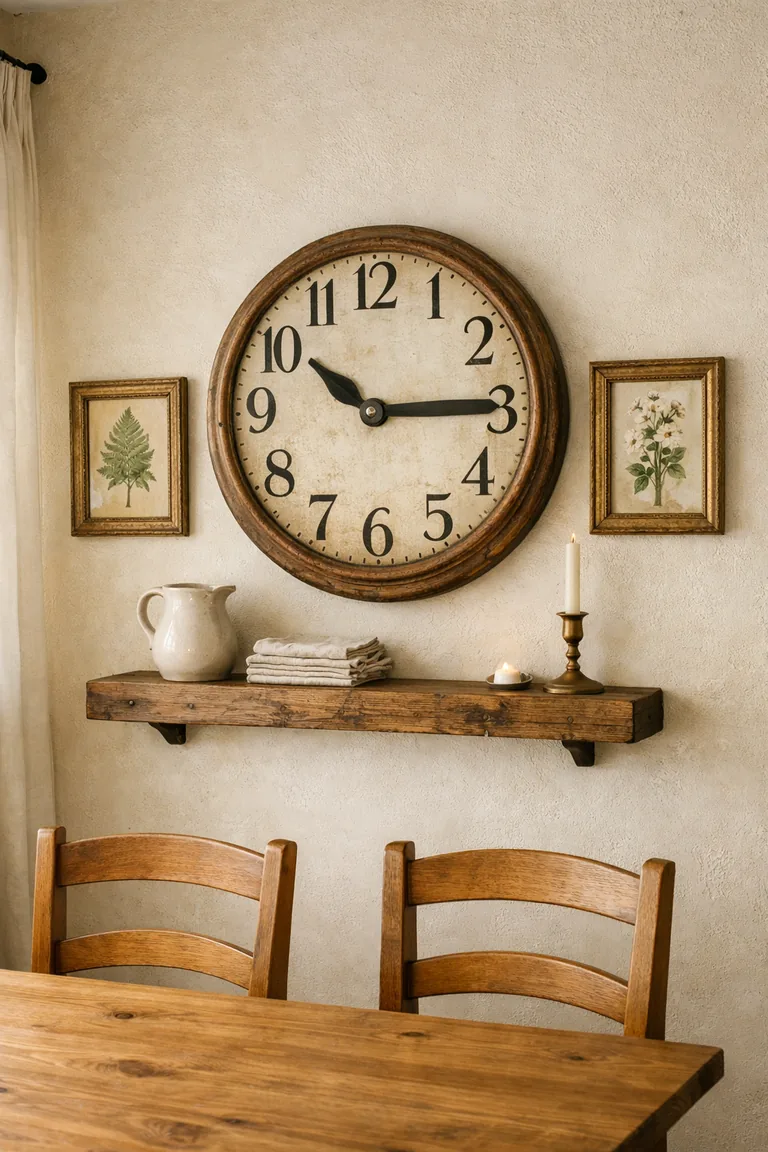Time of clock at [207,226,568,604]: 10:14
